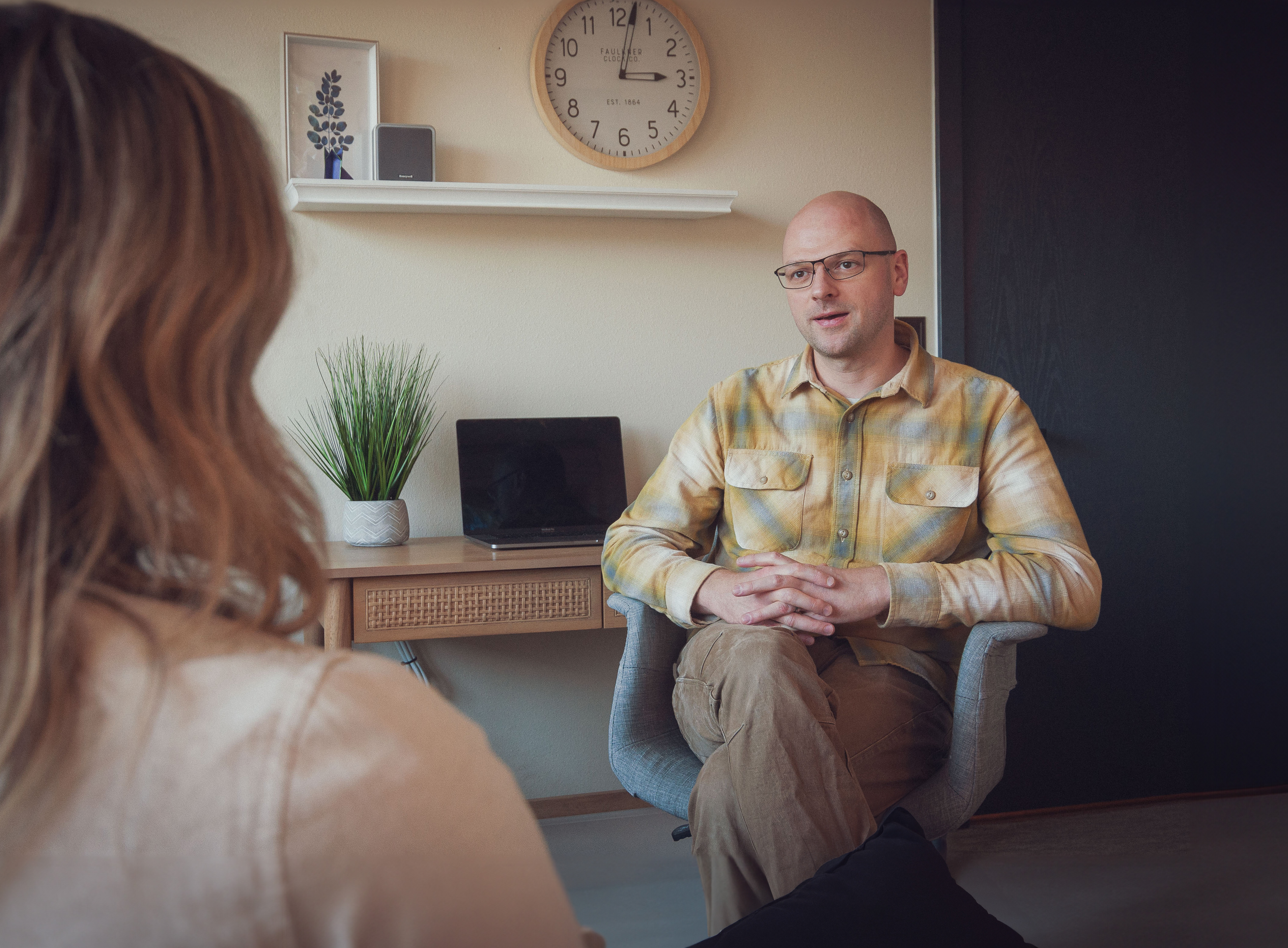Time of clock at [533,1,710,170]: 3:02
